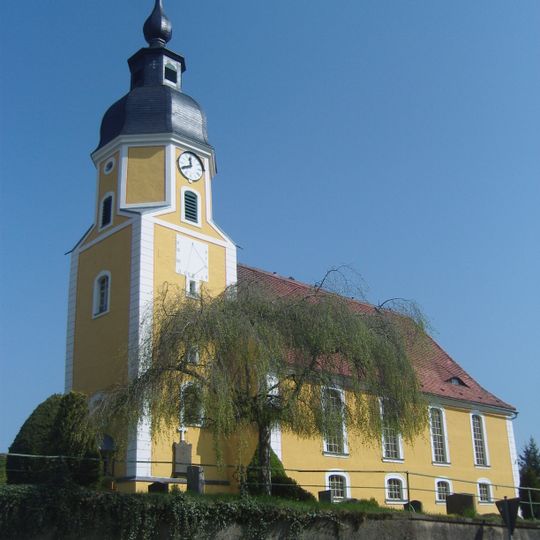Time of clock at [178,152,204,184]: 11:40
